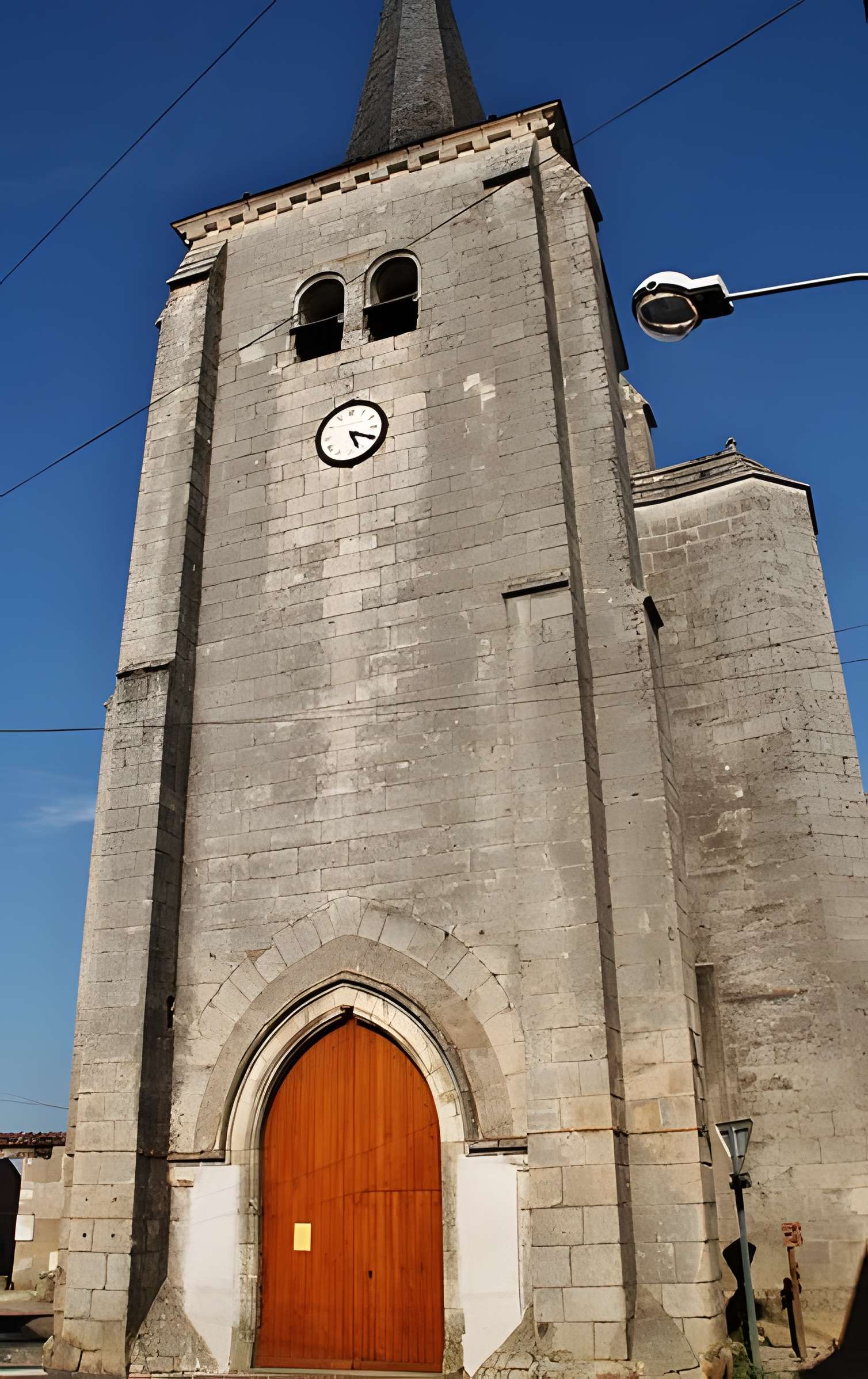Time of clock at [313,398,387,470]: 5:19
